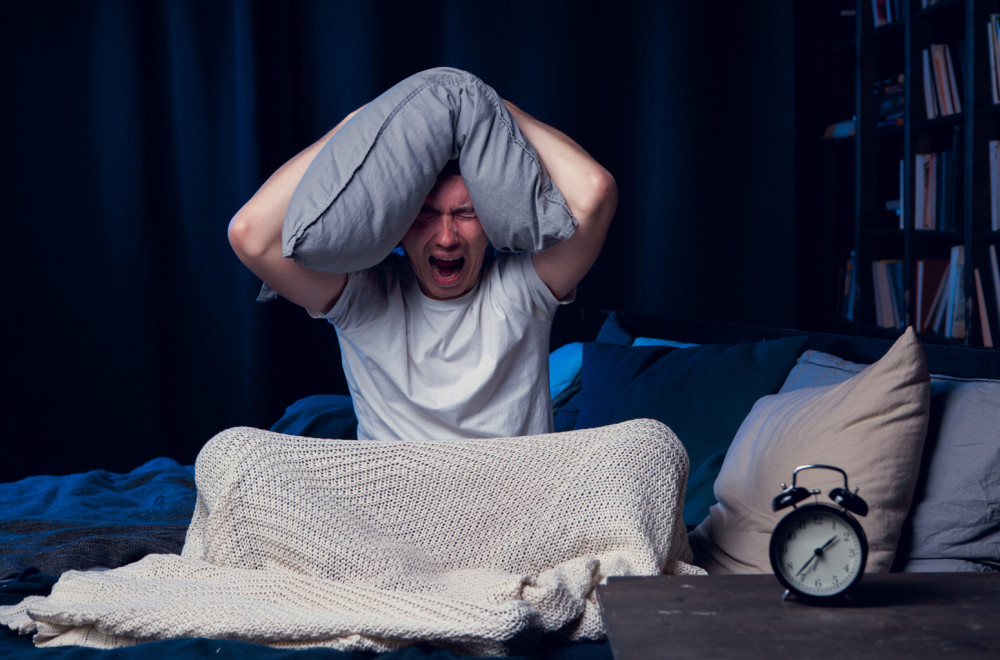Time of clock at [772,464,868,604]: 1:36
